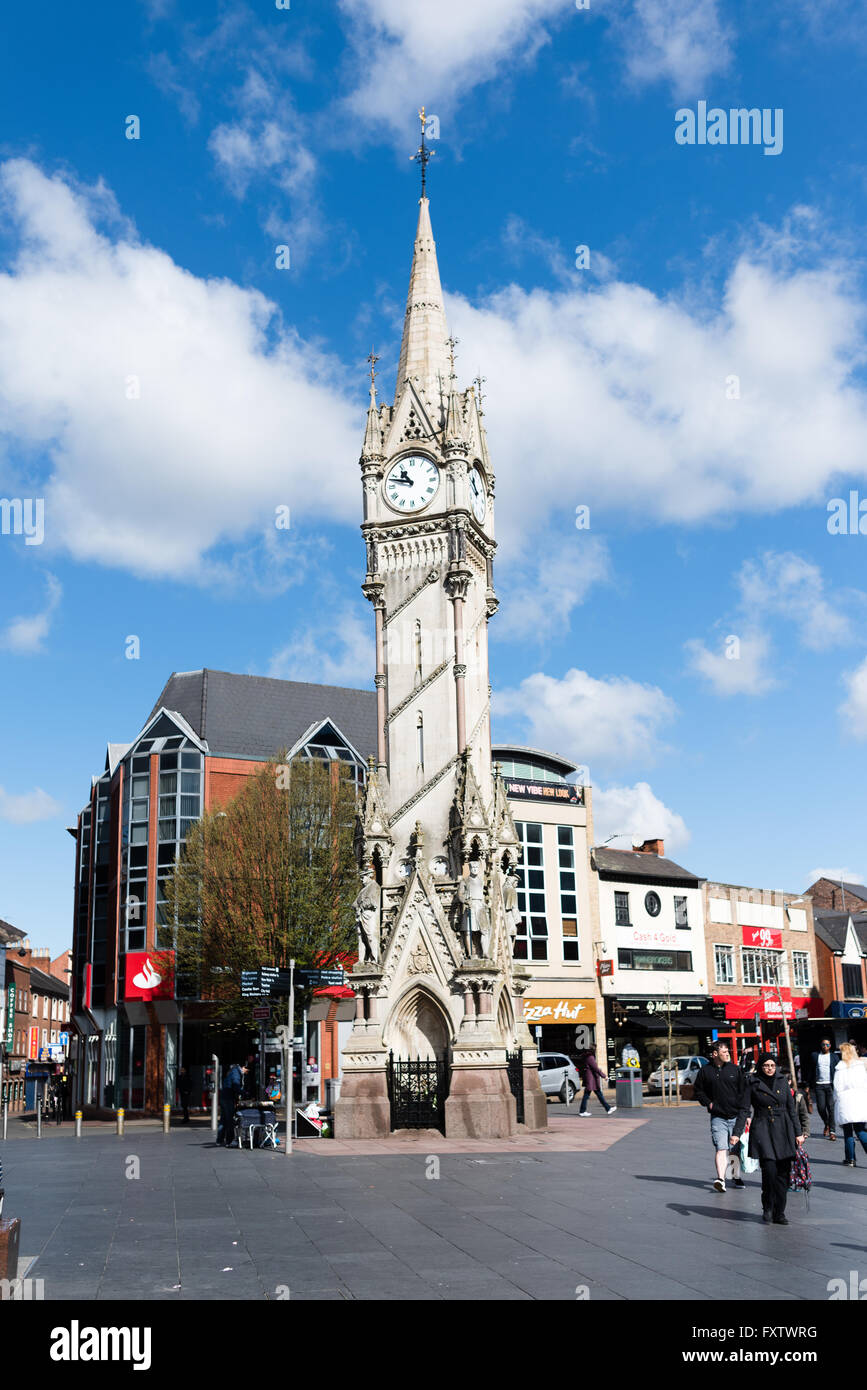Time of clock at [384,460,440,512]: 10:48
